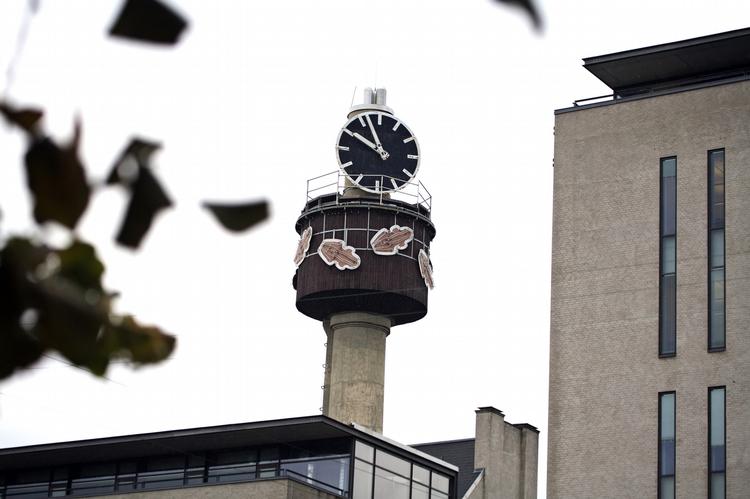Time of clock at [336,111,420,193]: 9:56
